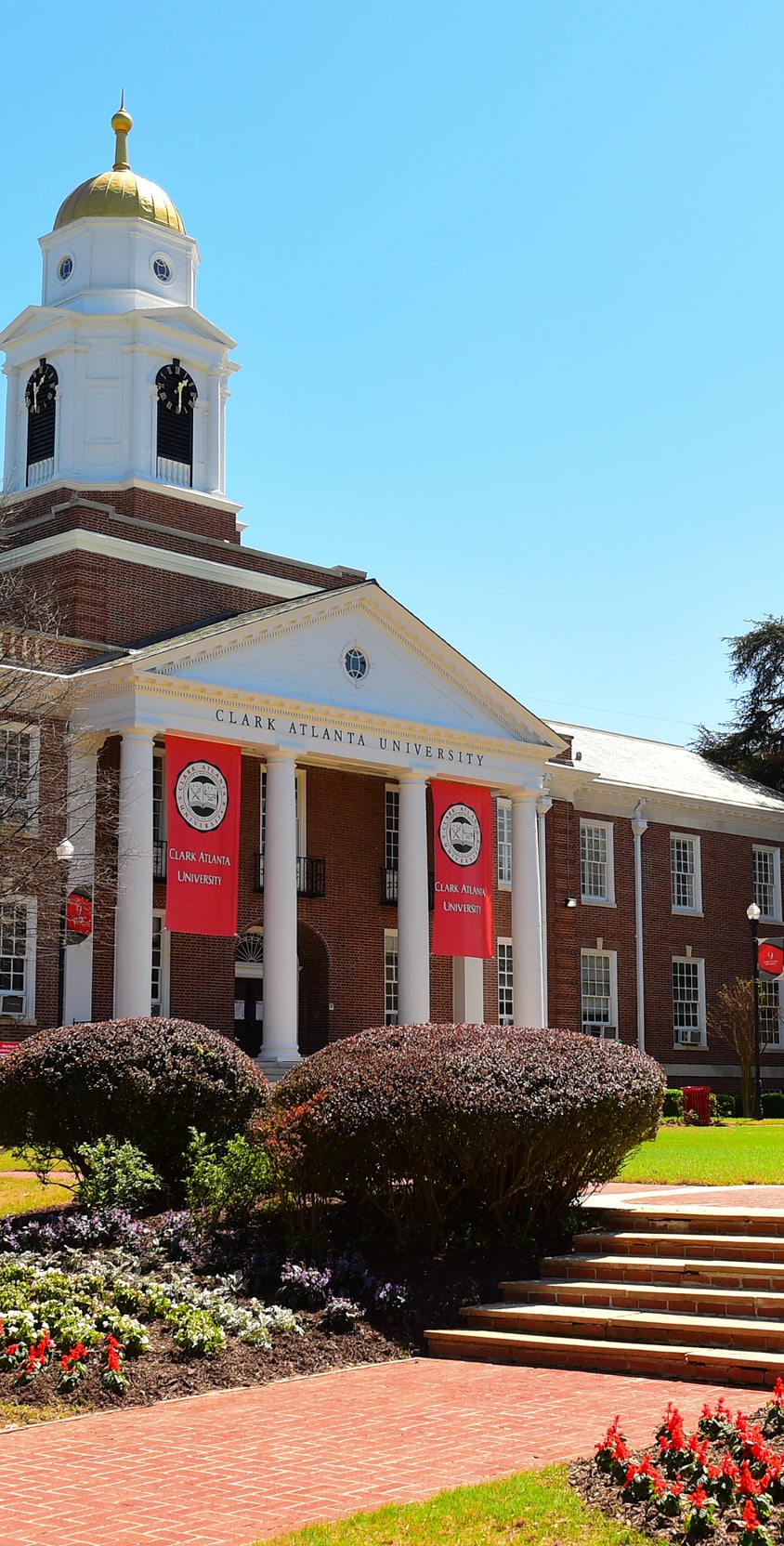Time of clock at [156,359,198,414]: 1:29
